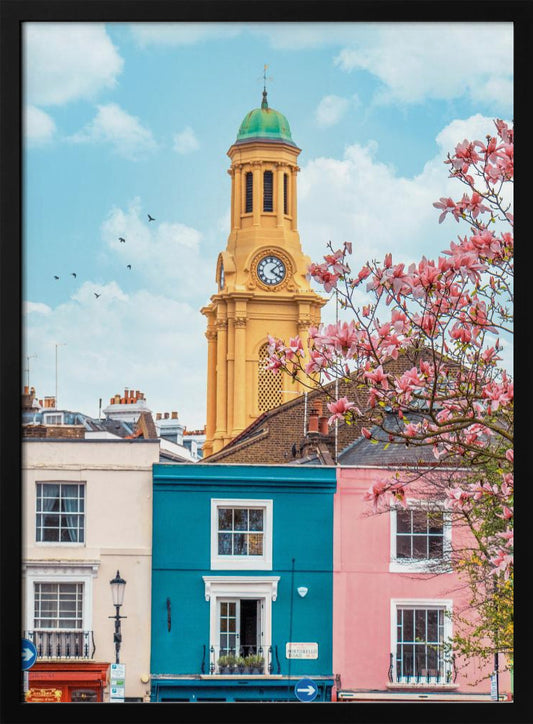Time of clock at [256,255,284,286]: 4:08
